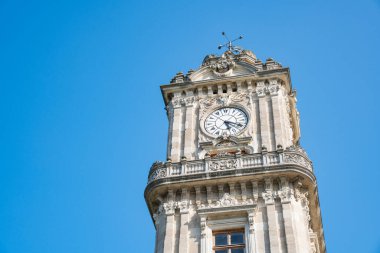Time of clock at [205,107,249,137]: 5:18
